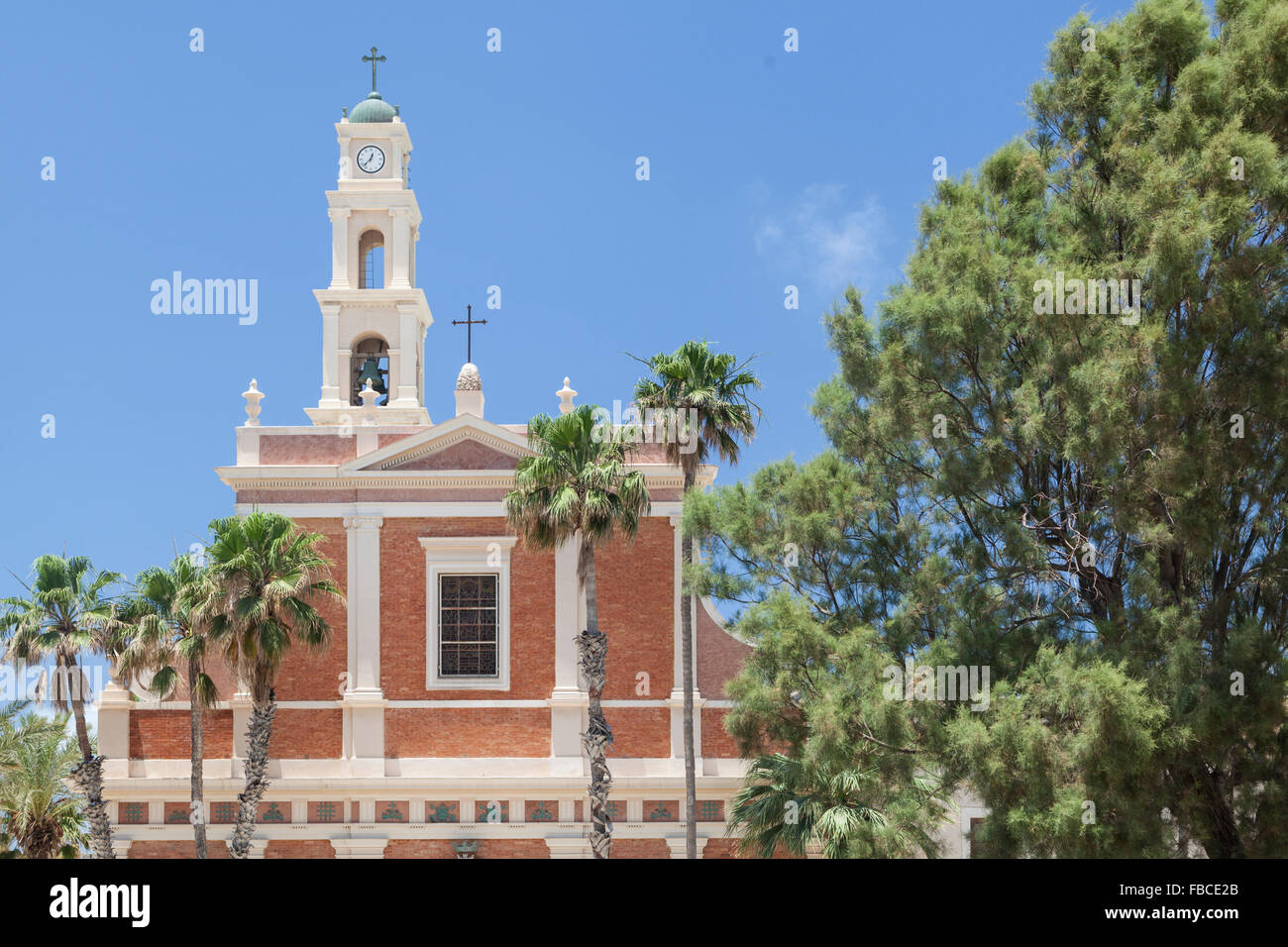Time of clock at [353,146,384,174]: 12:37
